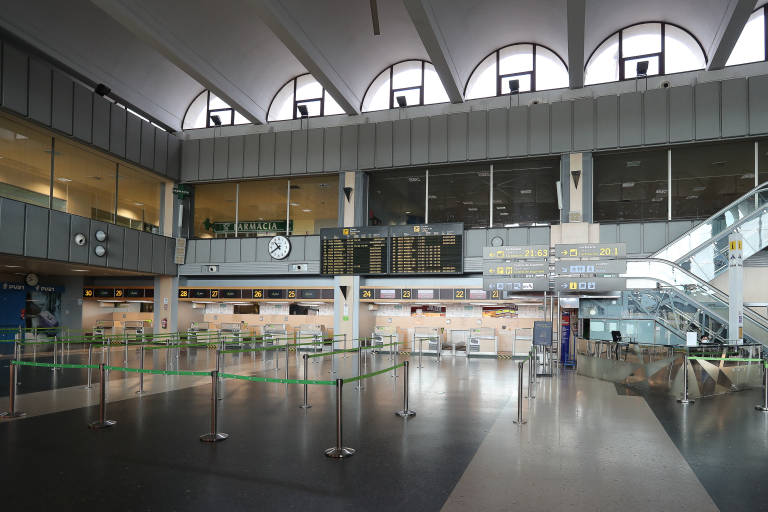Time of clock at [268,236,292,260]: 10:39
